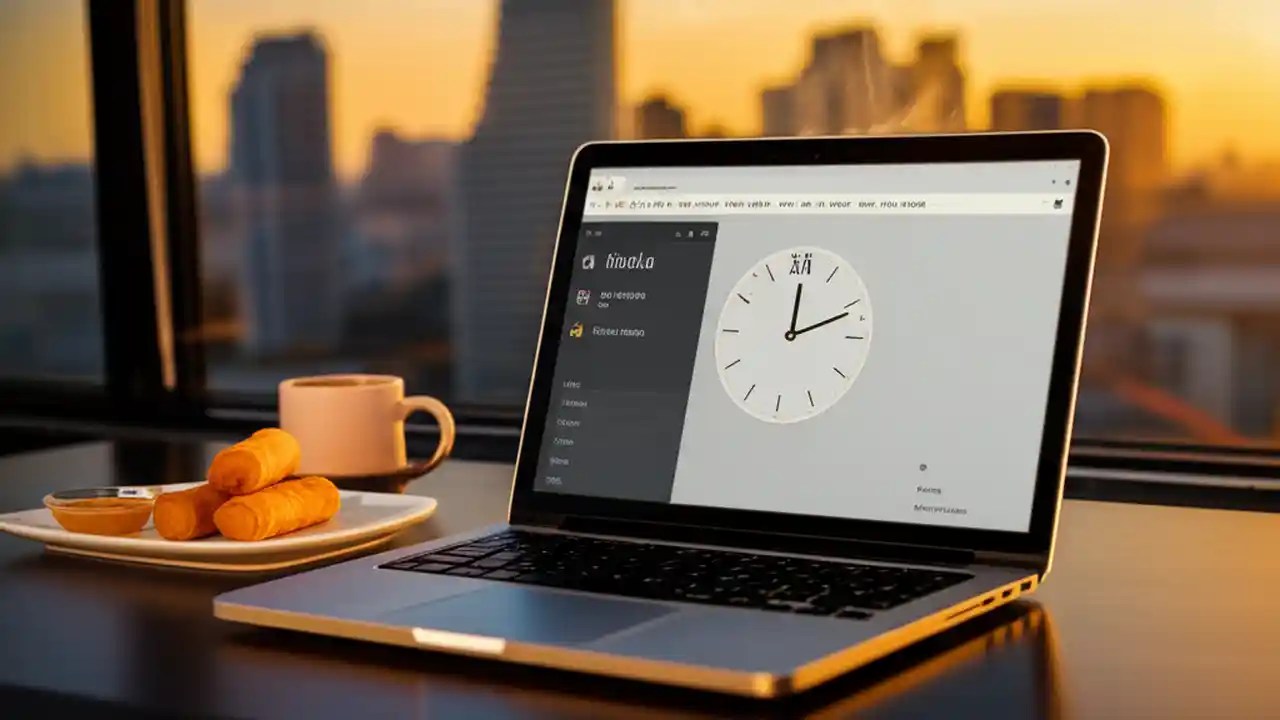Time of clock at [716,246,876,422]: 12:11
